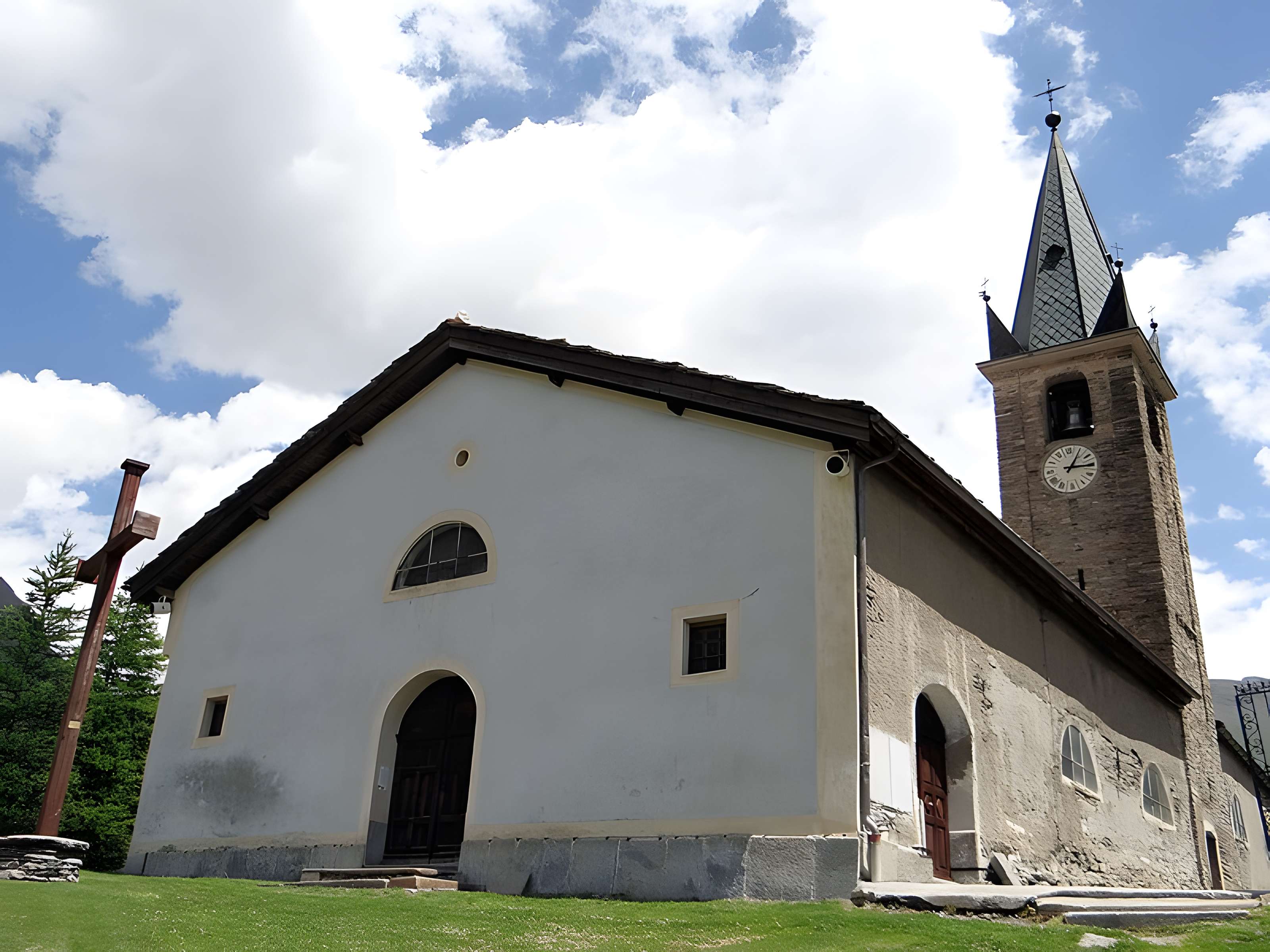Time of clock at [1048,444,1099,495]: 3:05
